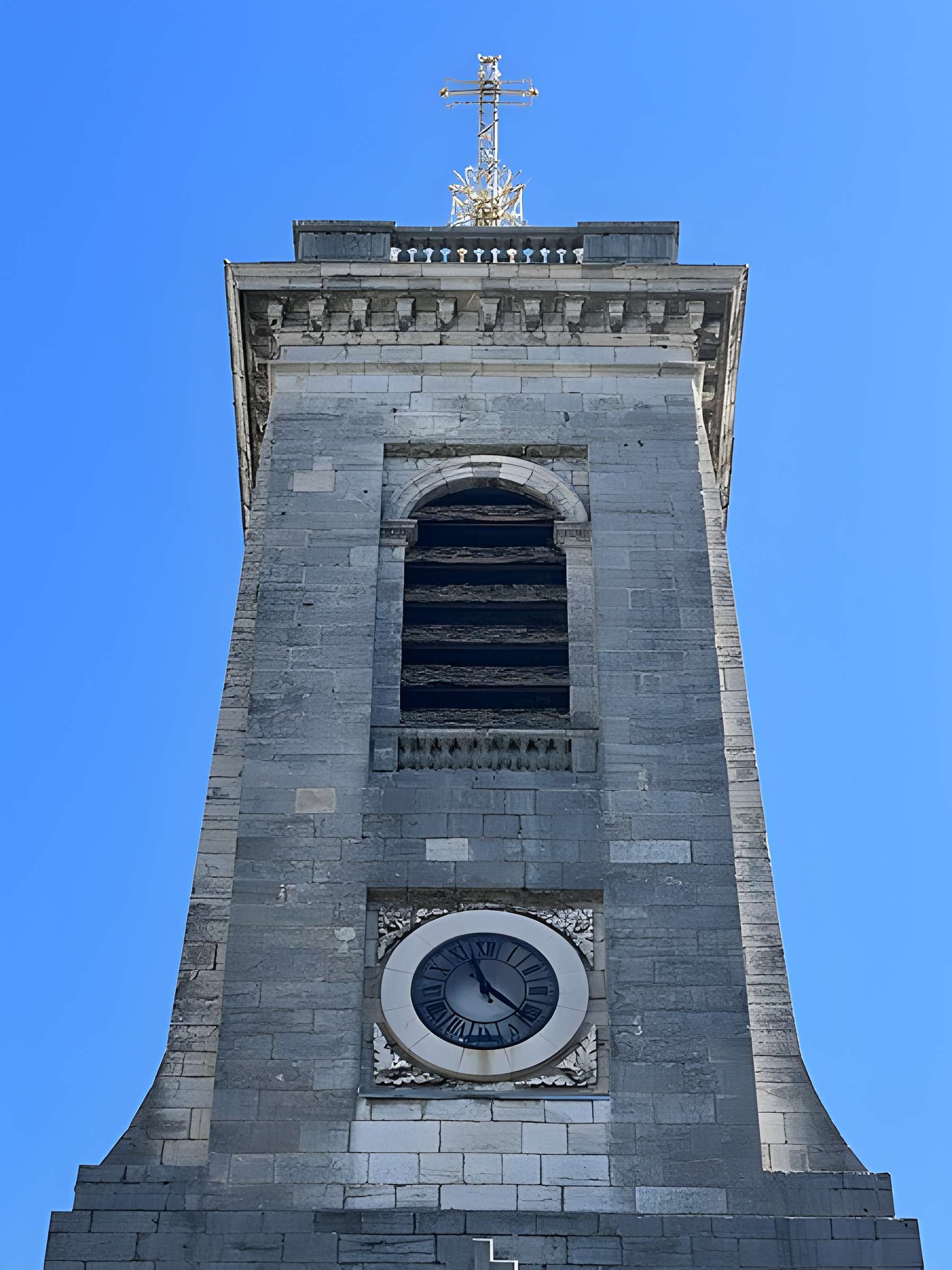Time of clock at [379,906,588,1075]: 11:21
